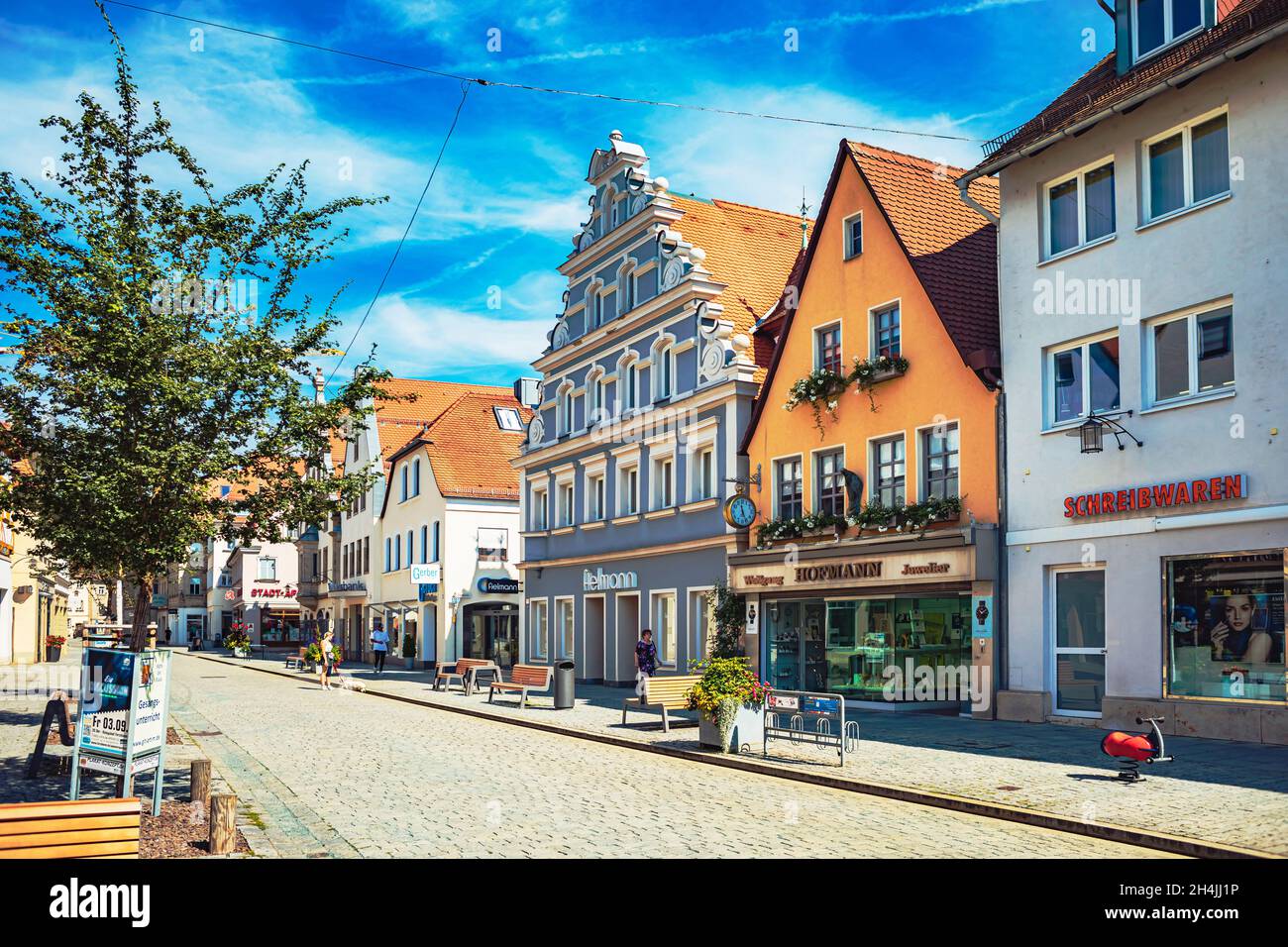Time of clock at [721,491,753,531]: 4:59
